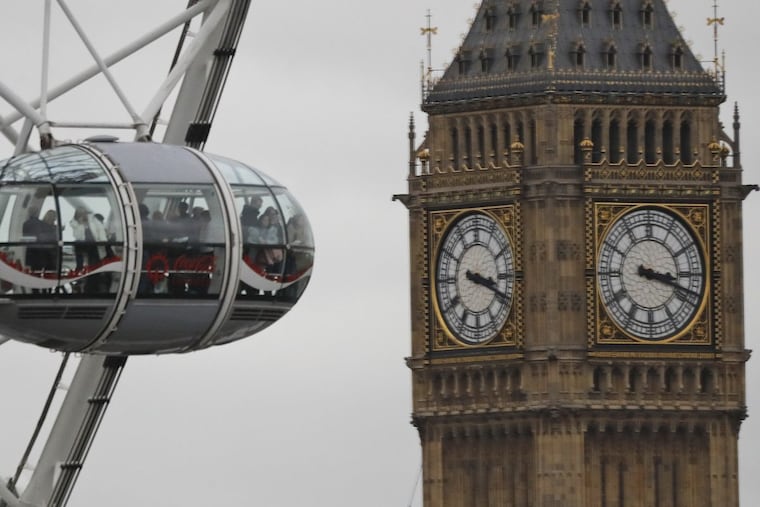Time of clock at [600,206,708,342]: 3:18
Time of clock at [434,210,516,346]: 3:18
